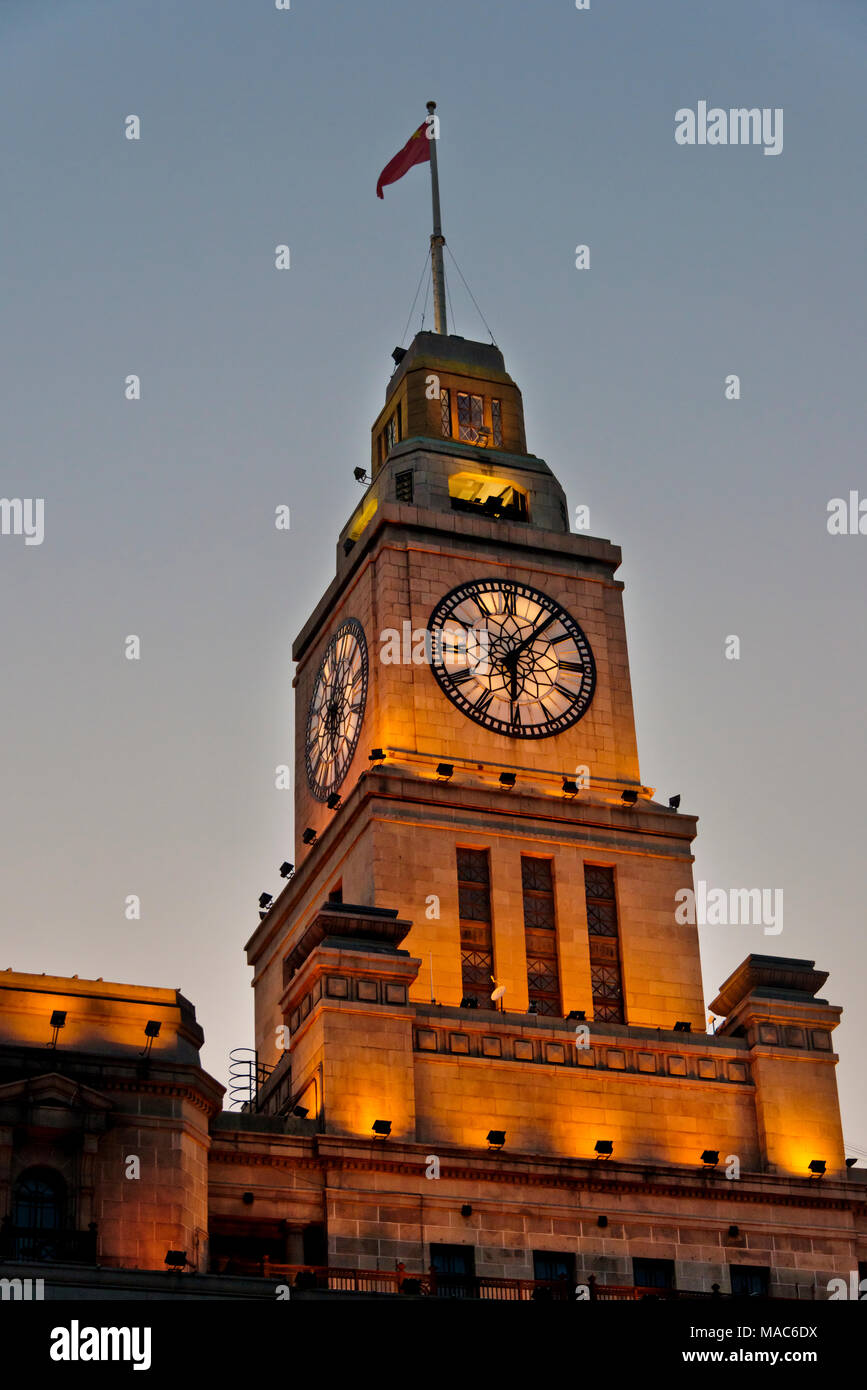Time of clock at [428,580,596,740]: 6:06
